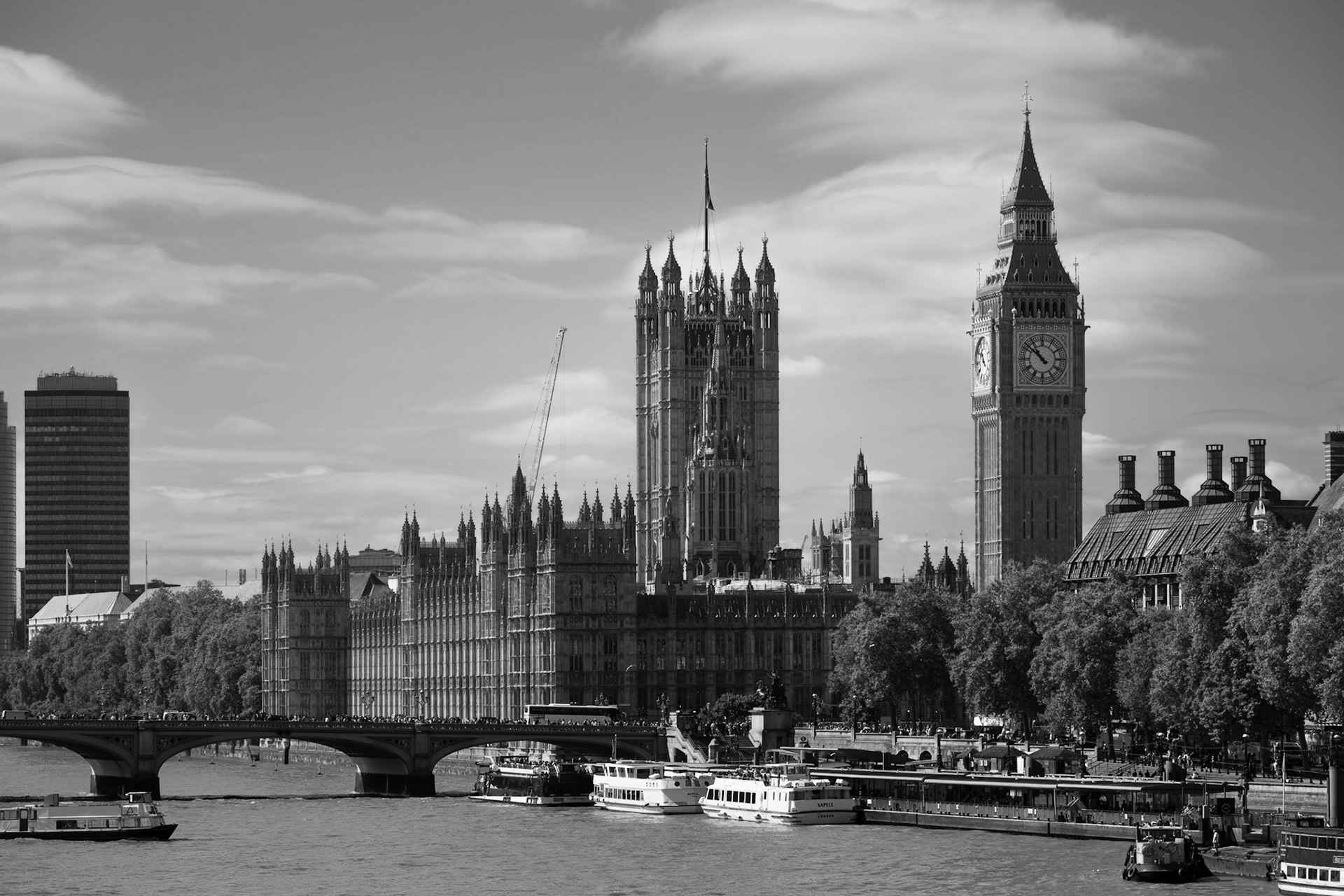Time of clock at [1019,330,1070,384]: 10:51
